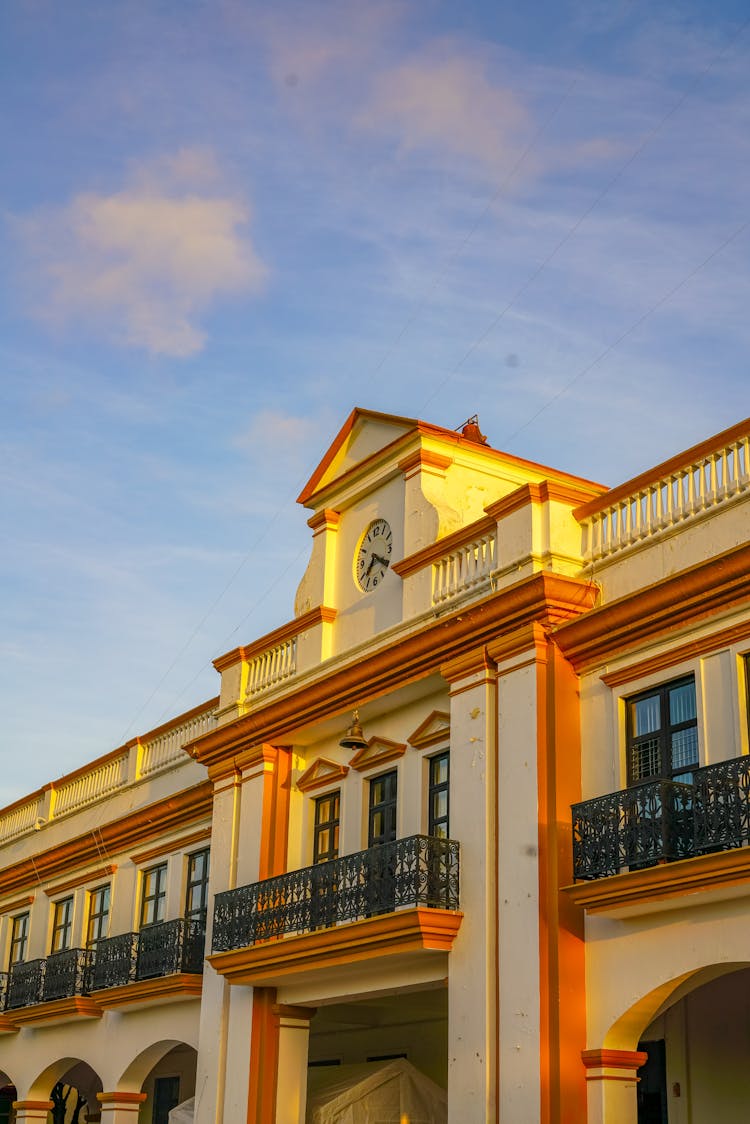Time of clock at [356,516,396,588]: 7:20
